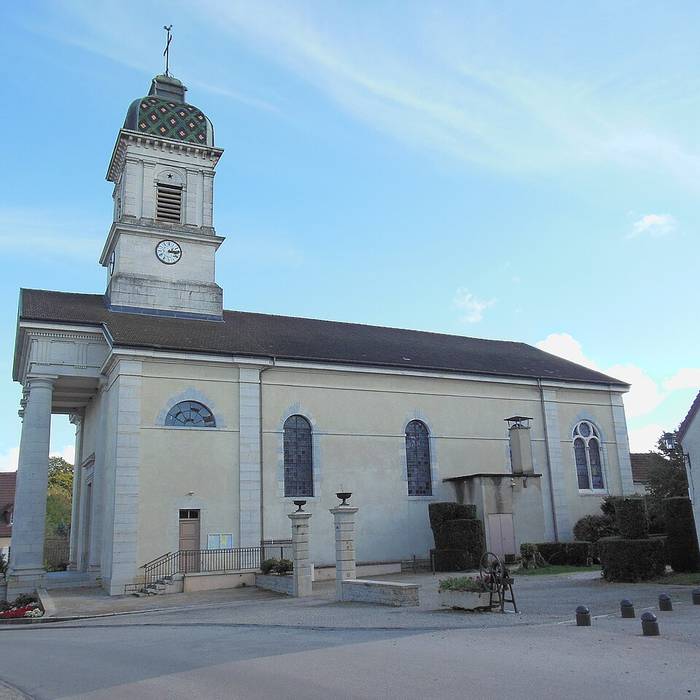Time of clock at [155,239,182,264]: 3:13
